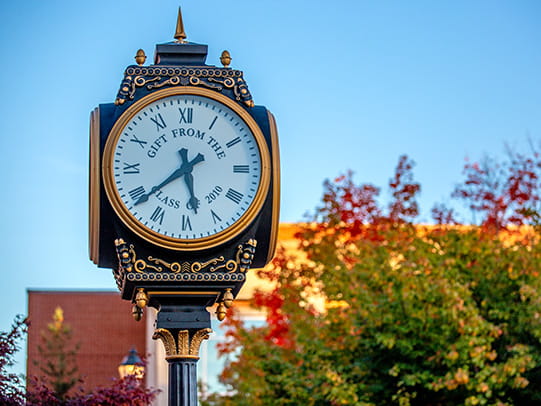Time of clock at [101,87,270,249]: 5:38
